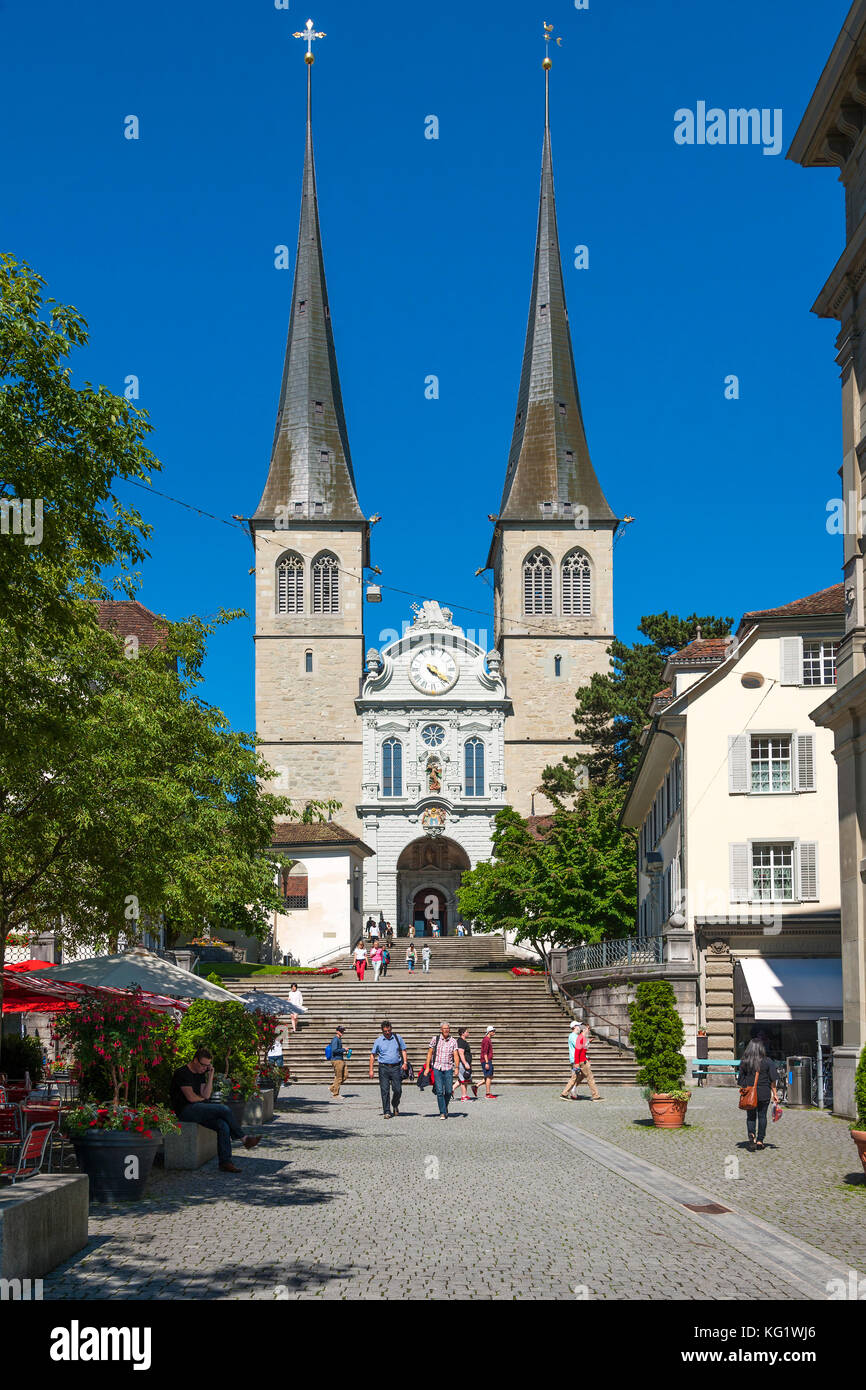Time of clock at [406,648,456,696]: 4:21
